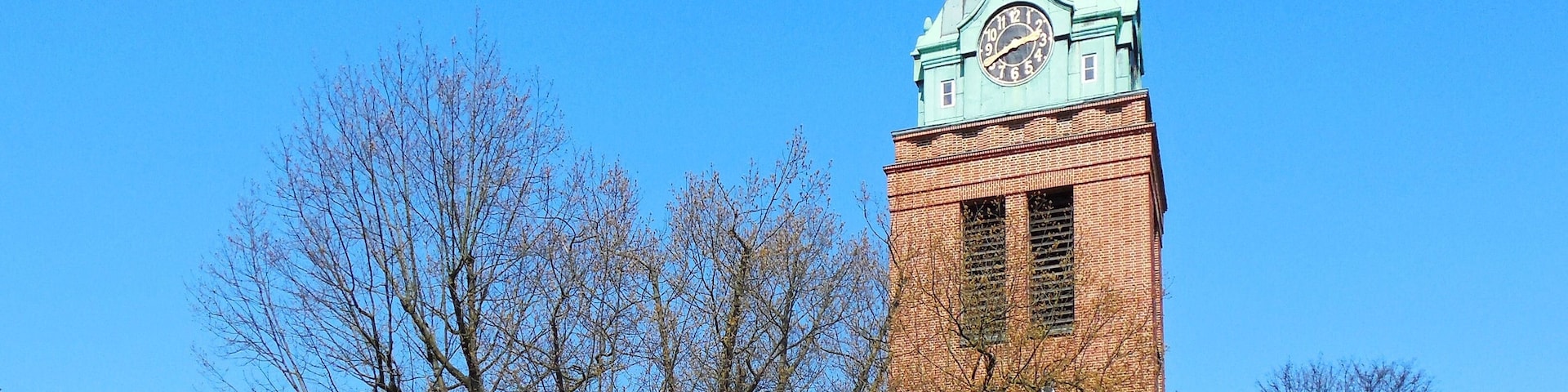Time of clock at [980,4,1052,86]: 2:40
